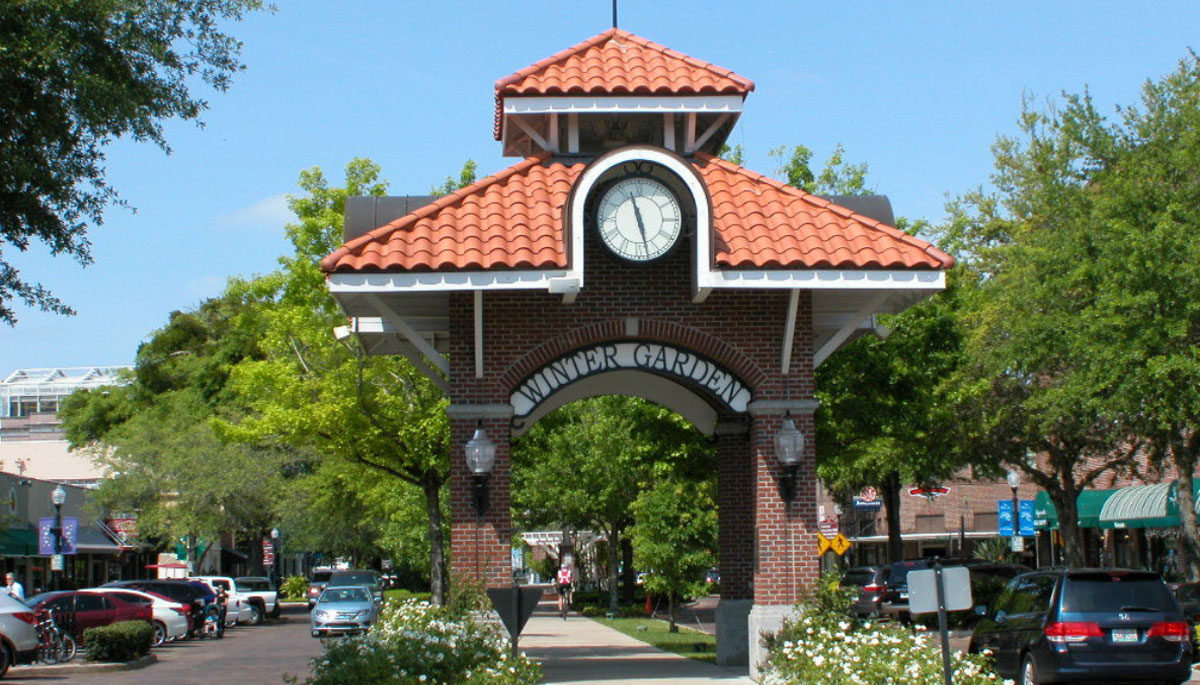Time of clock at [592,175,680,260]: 11:27
